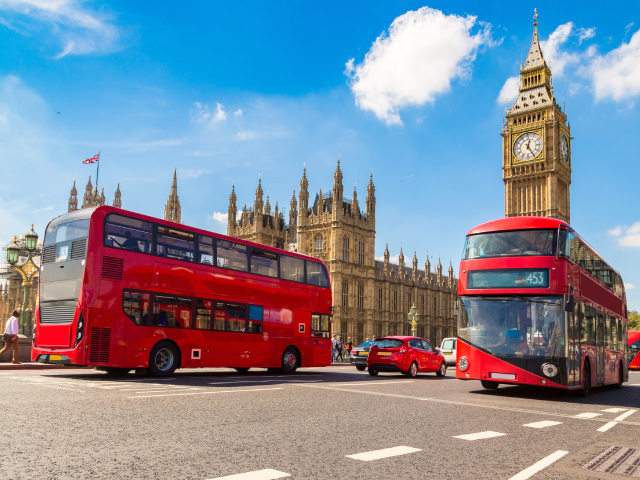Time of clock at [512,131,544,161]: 12:24
